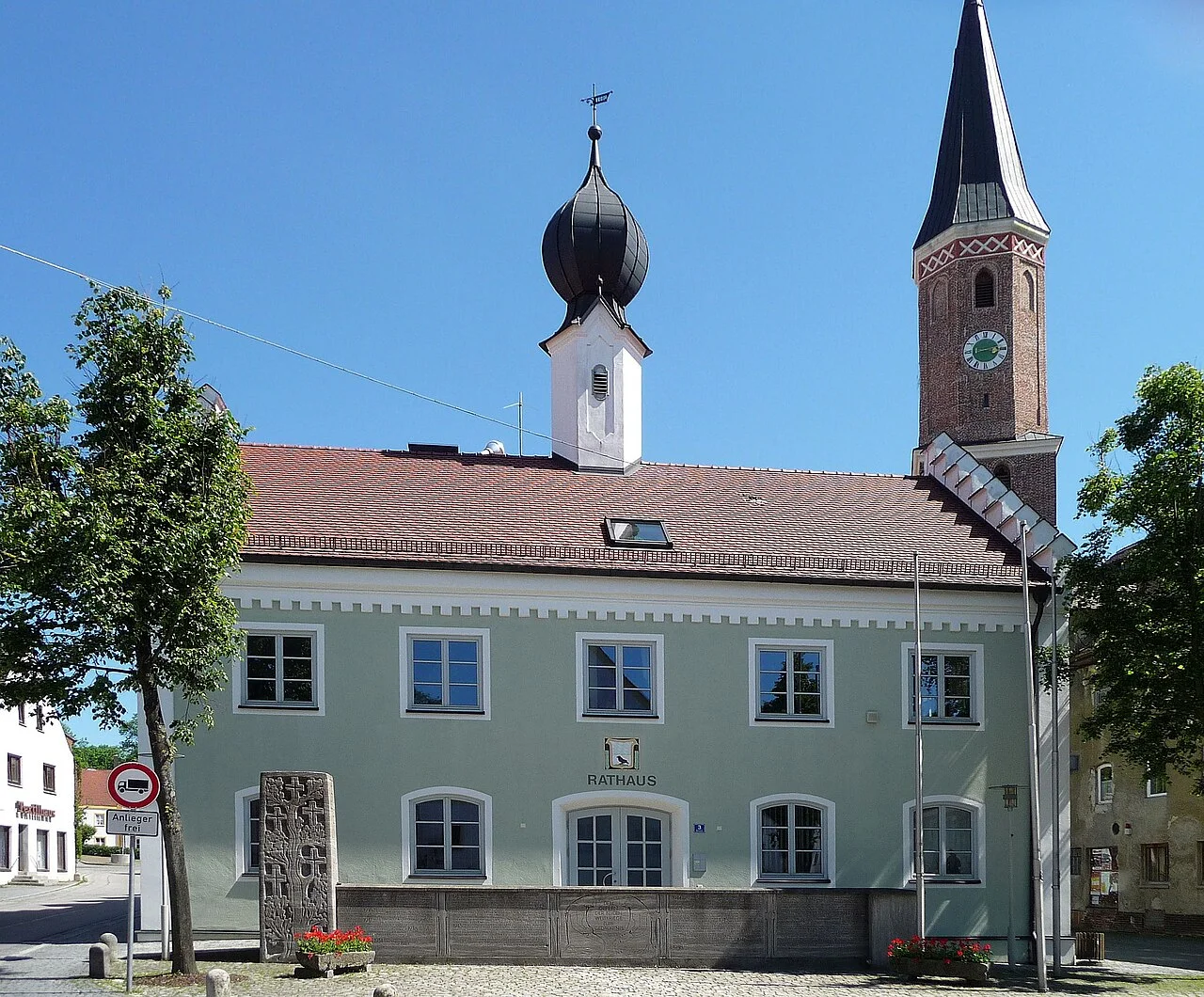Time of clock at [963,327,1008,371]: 3:12
